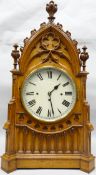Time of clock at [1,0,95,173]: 1:27
